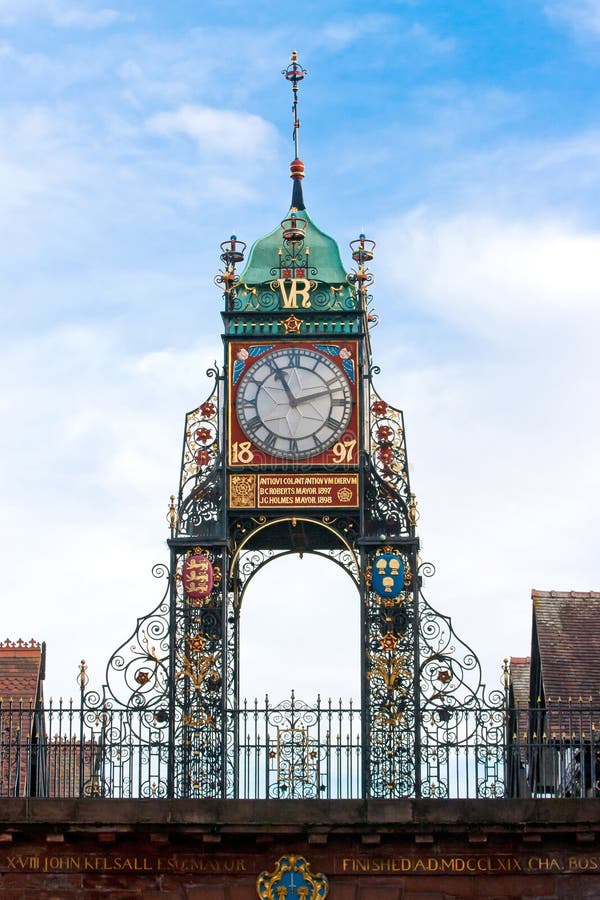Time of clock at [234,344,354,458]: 11:12
